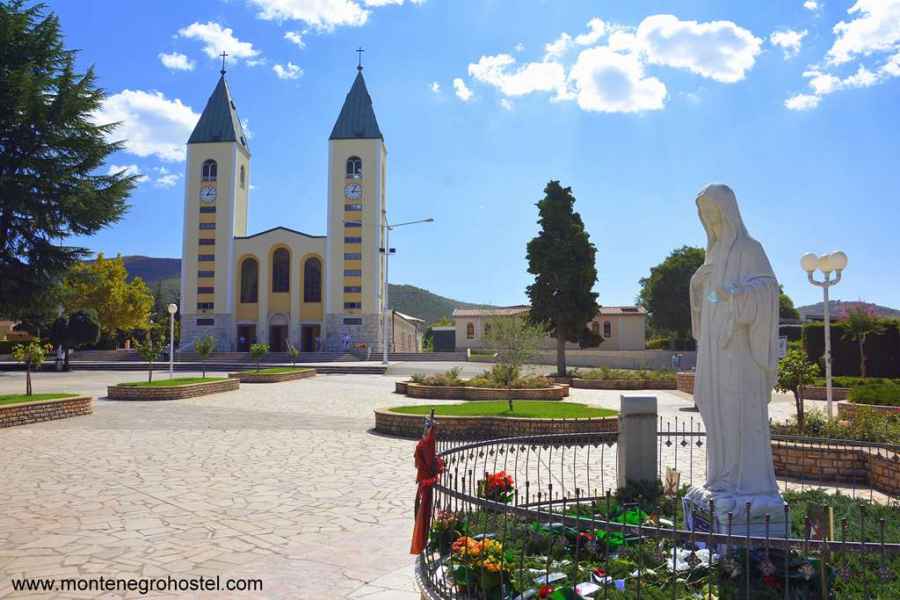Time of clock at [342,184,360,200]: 3:04
